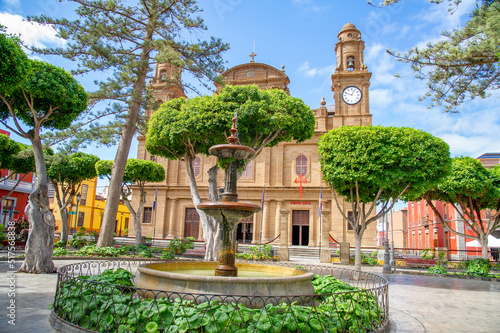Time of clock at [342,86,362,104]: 12:48
